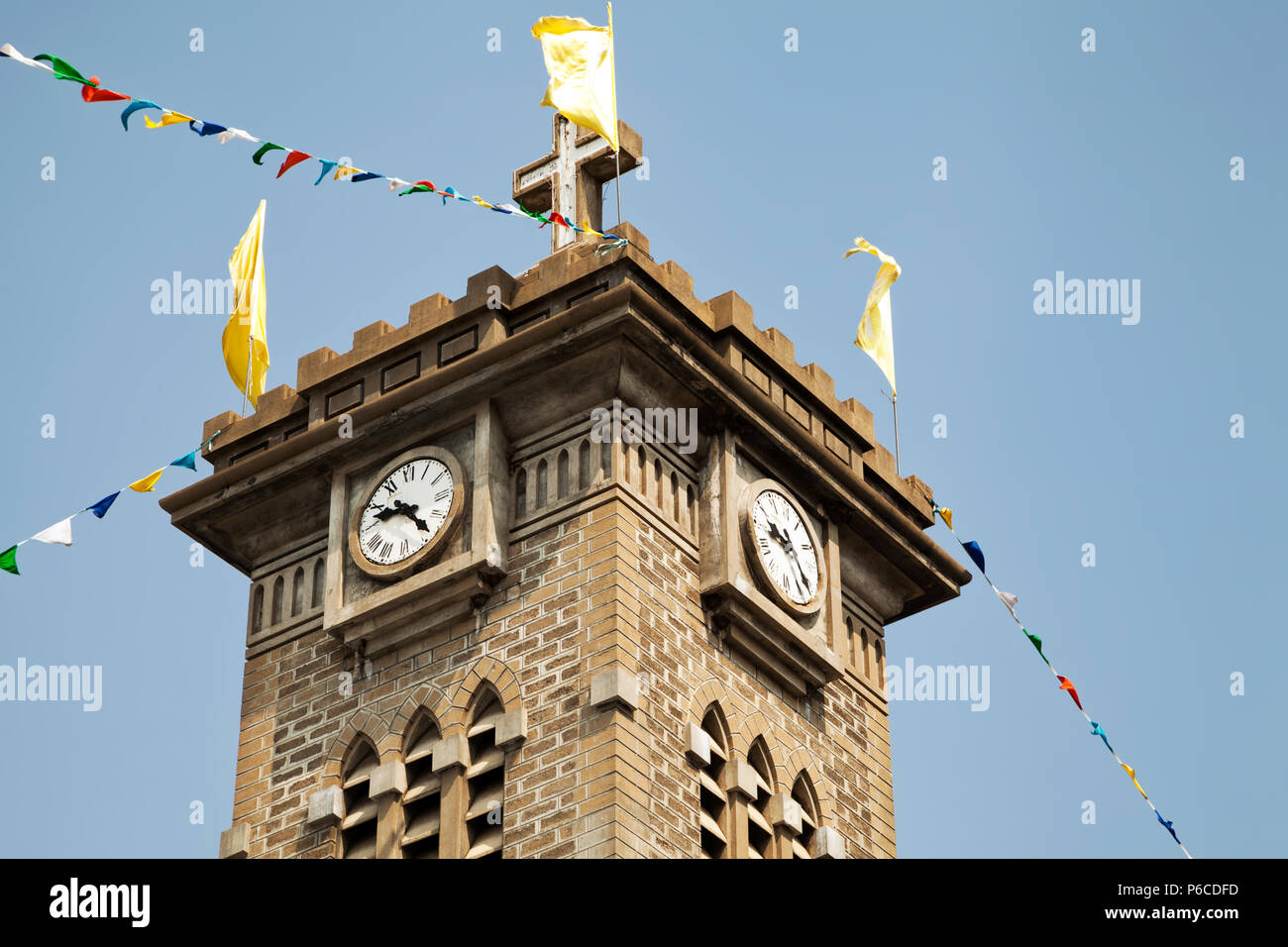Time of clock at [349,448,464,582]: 9:23
